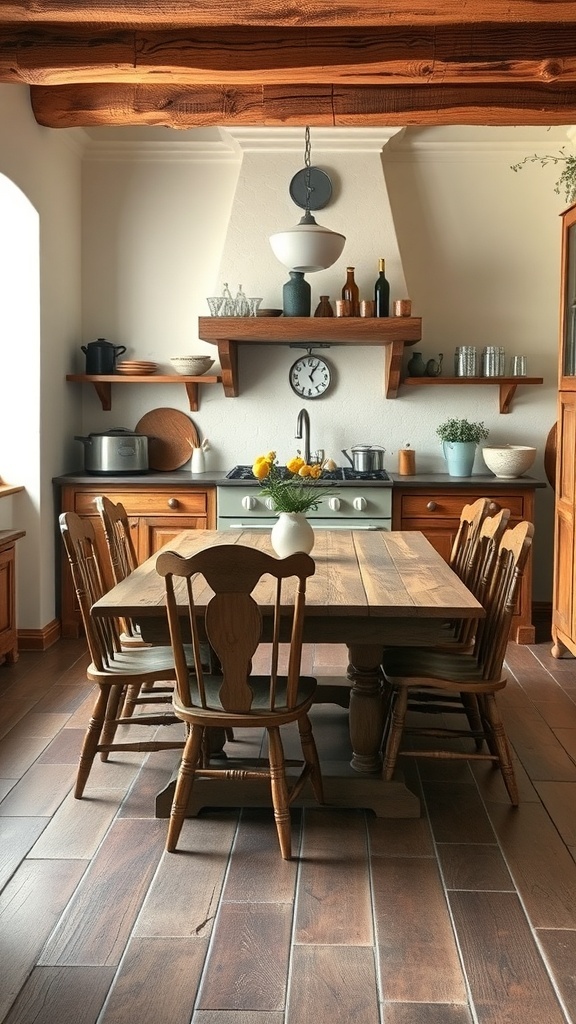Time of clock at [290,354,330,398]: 5:05
